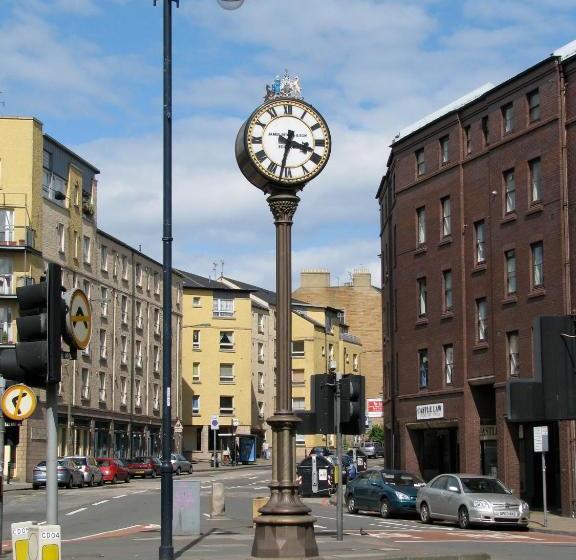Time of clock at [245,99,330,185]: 3:32
